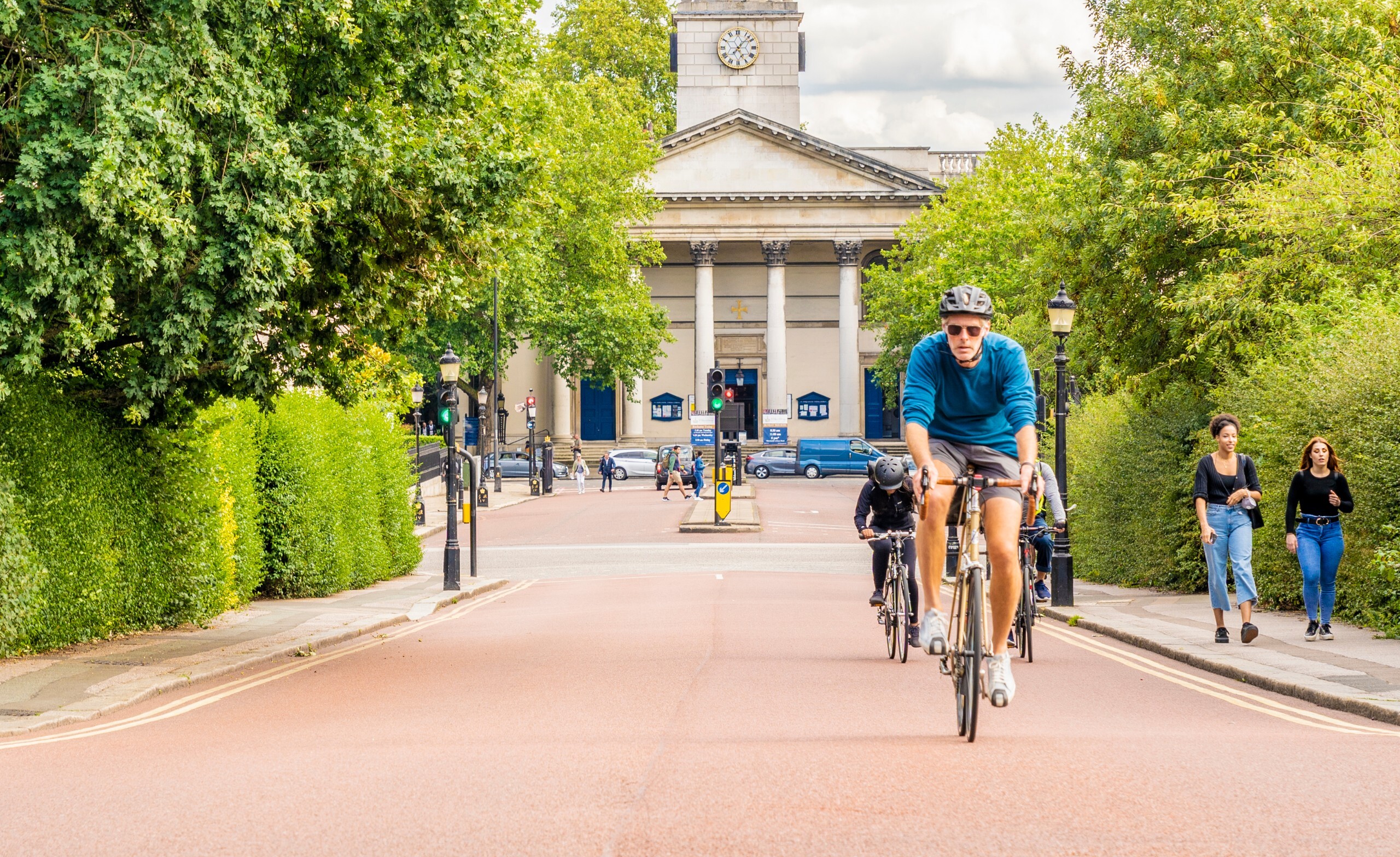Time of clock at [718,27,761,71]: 5:07
